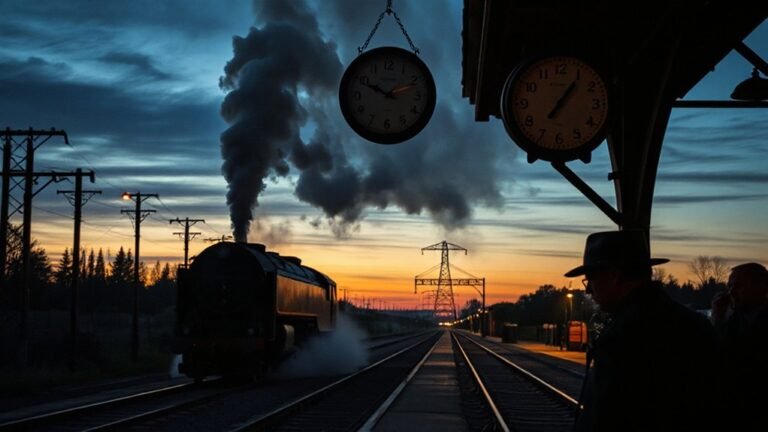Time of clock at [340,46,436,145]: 9:49
